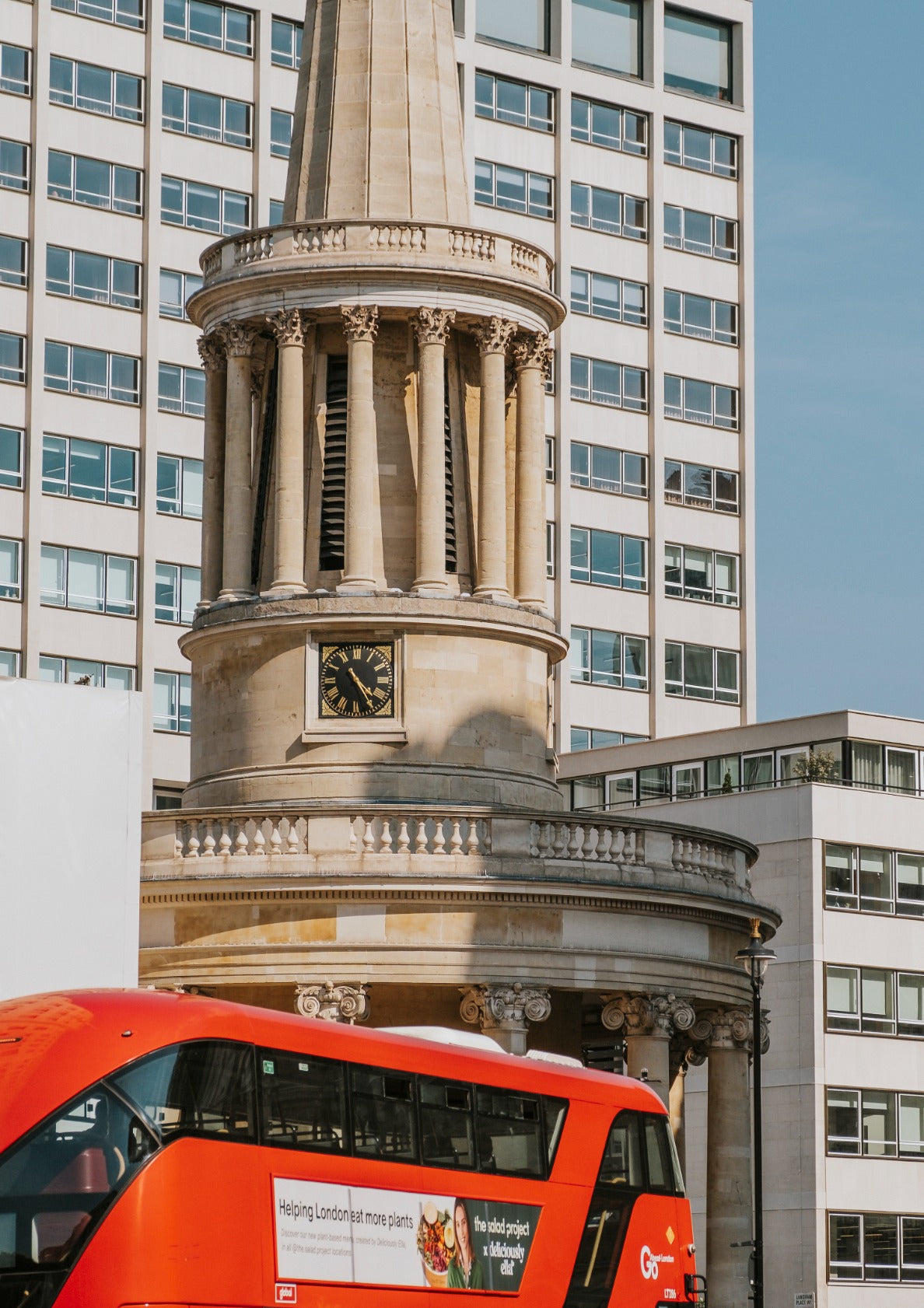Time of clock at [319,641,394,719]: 4:24
